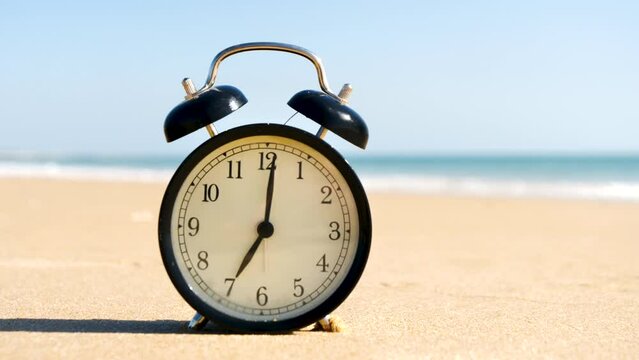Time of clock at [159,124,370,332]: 7:01
